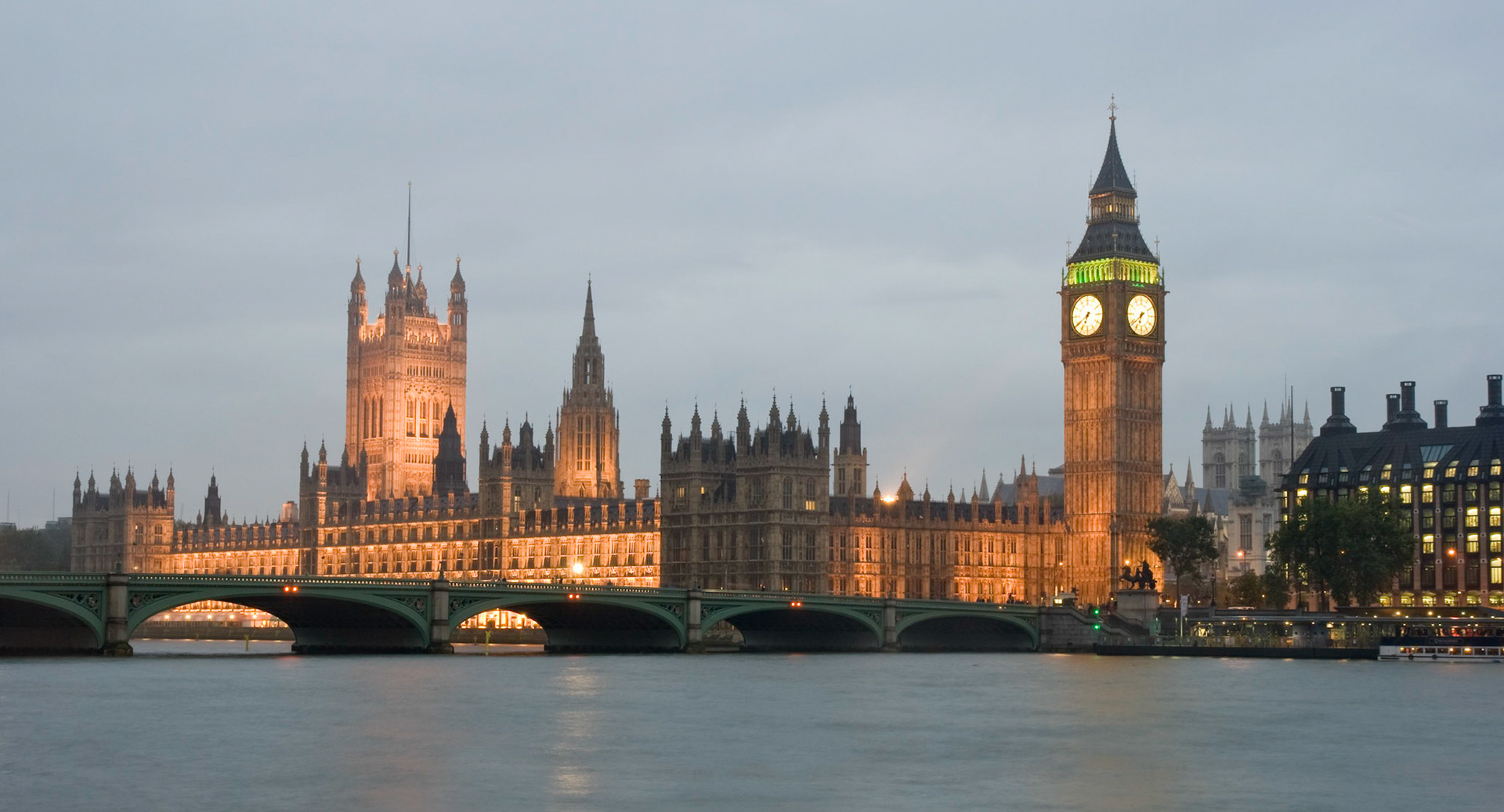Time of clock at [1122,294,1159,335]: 6:38
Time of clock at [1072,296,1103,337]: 6:39
